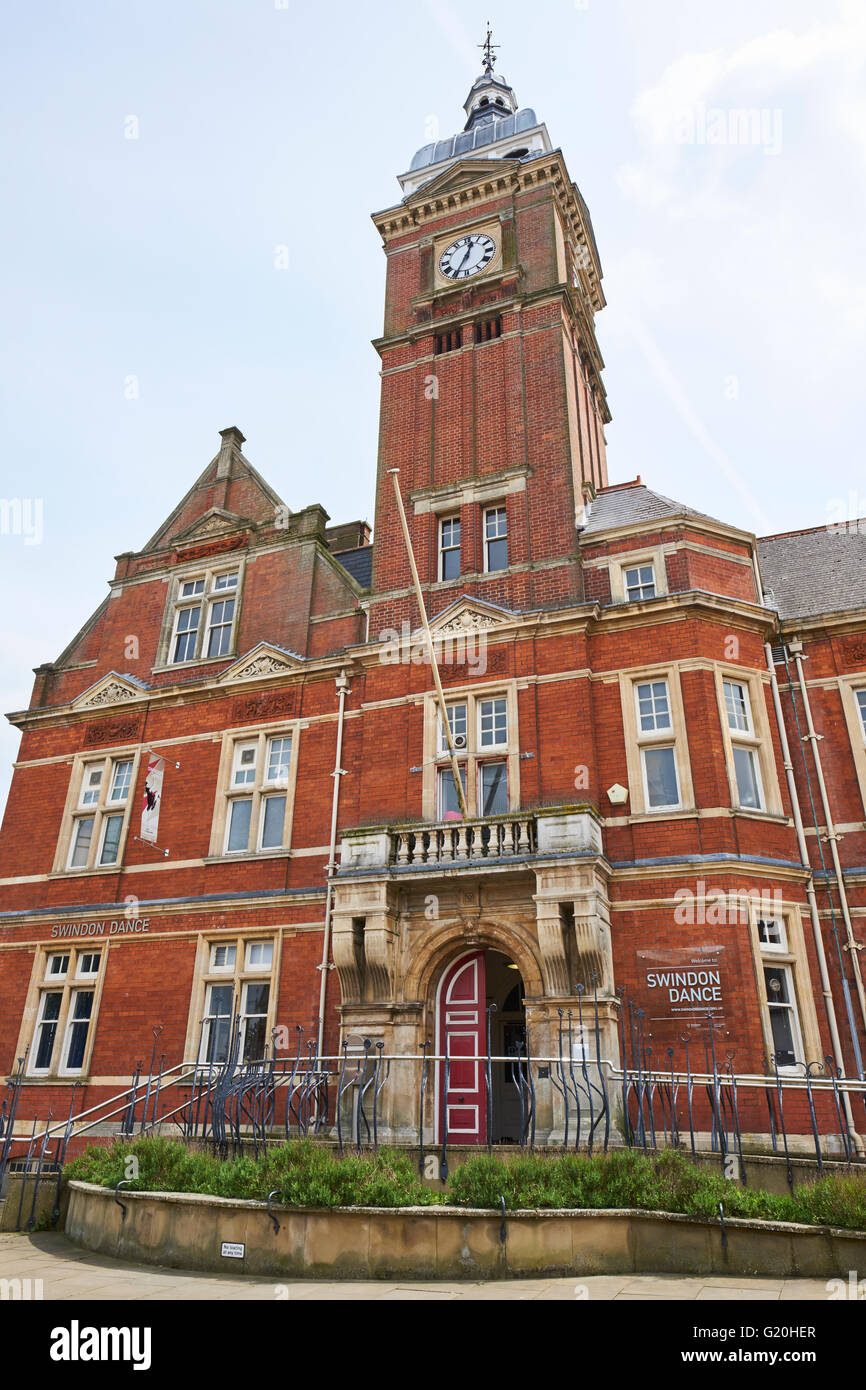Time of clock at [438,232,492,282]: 12:34
